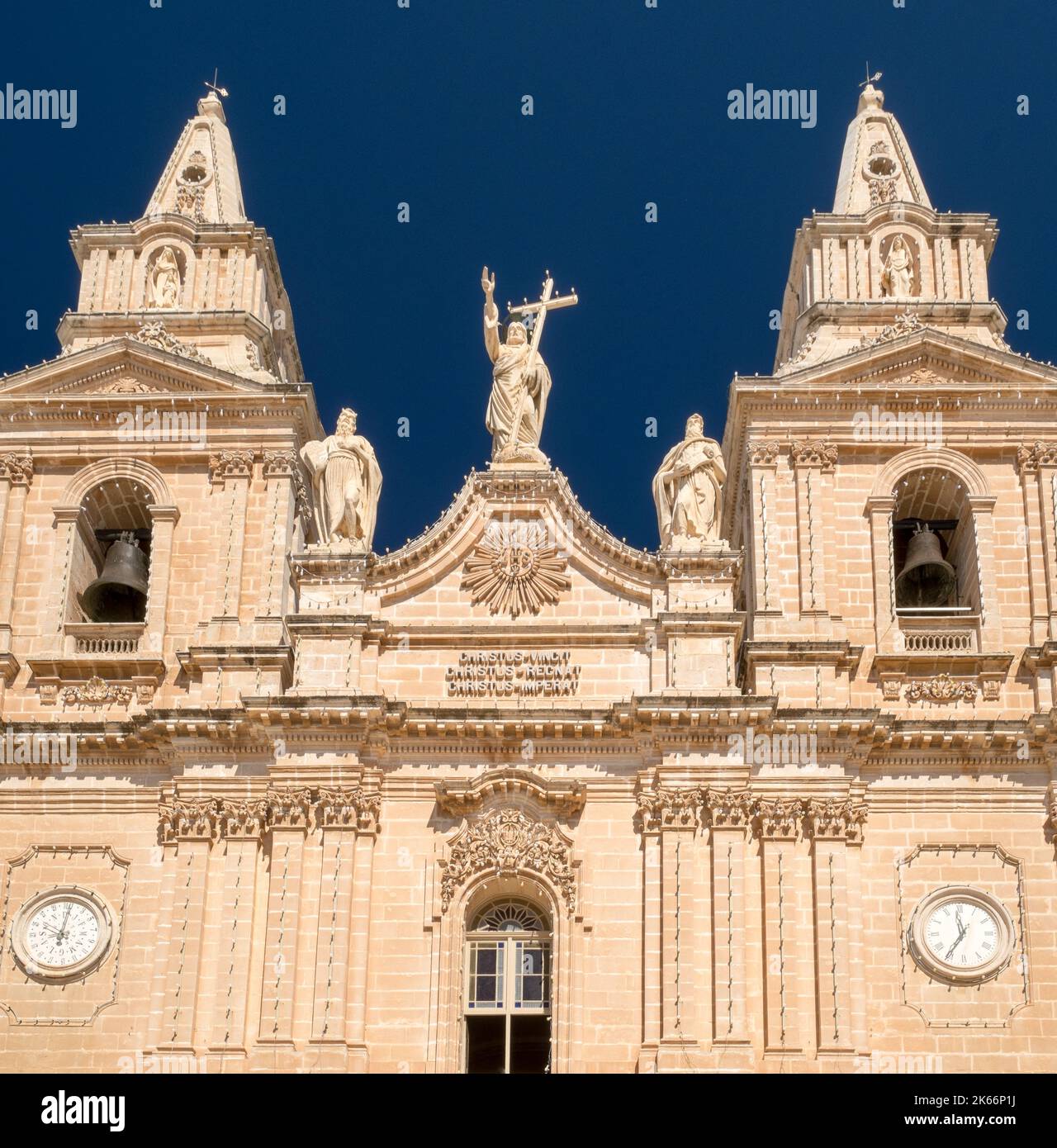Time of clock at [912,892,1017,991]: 11:35
